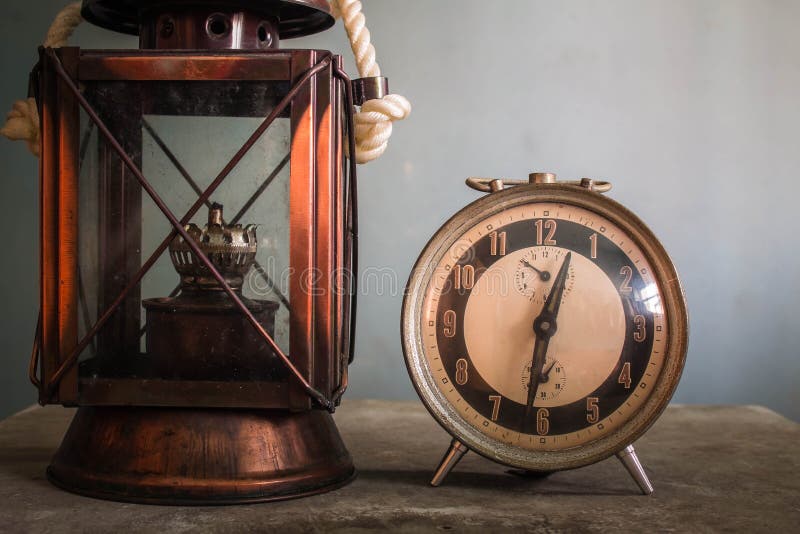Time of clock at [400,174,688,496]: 12:31
